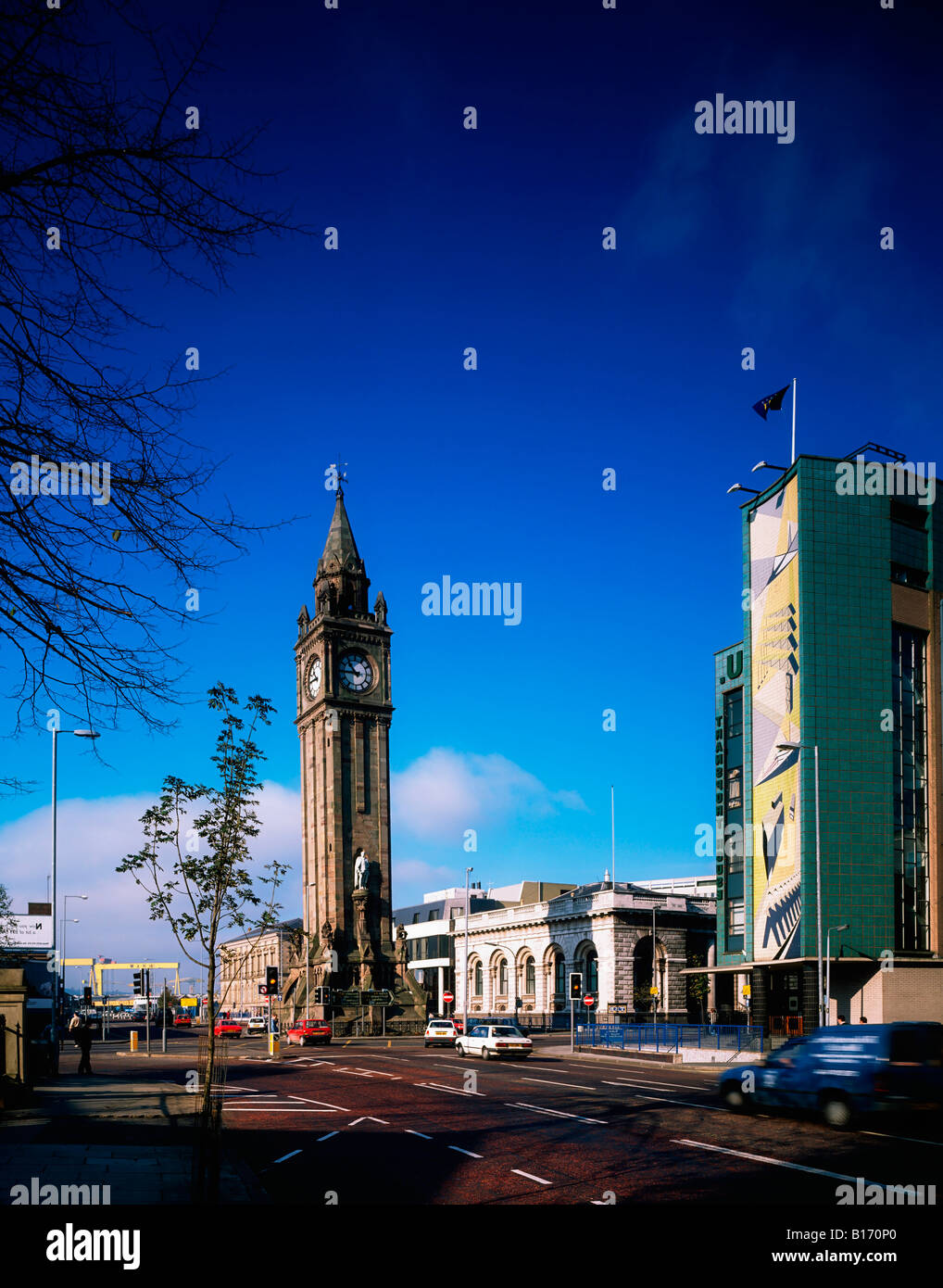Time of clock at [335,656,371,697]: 10:45
